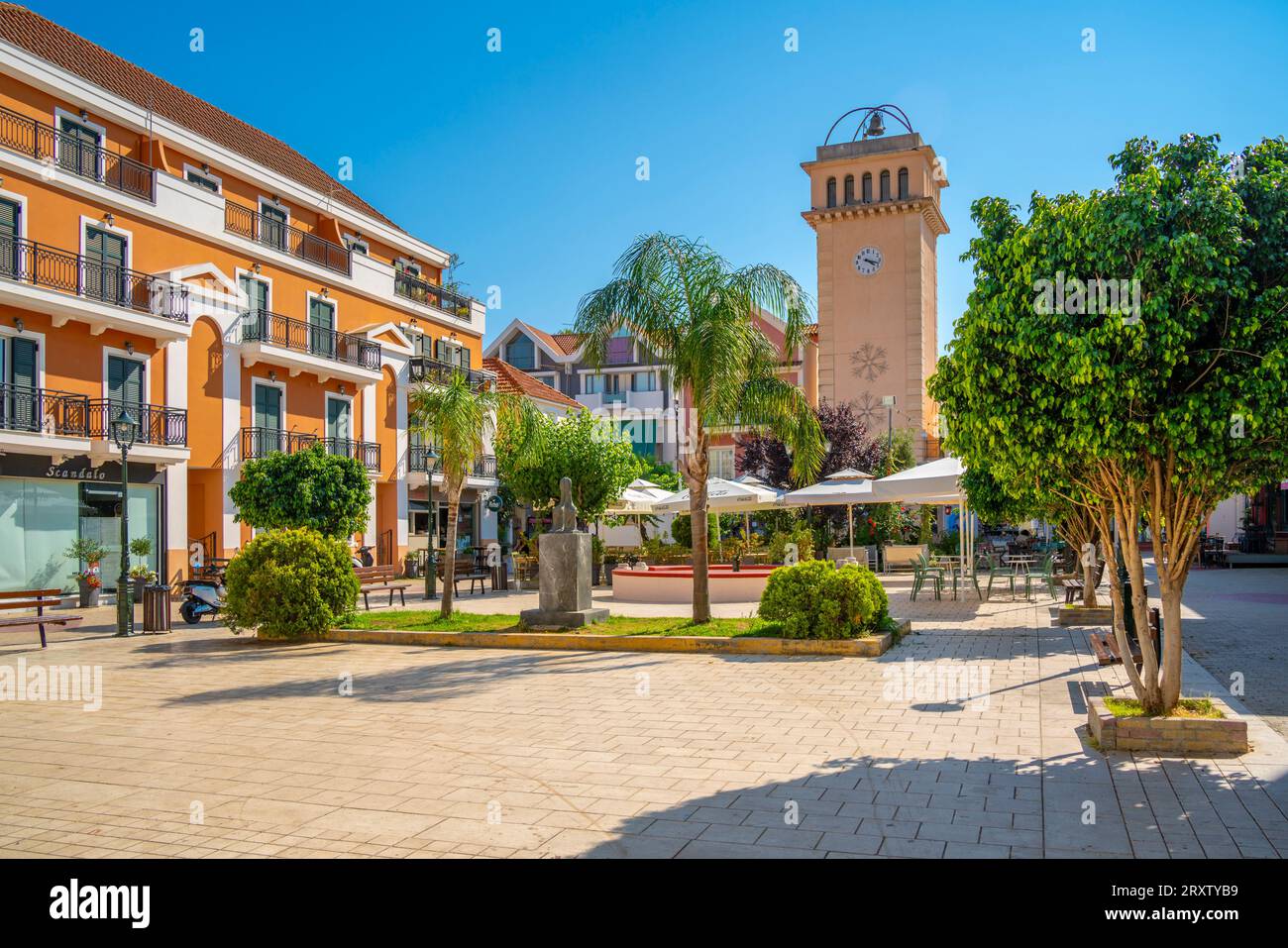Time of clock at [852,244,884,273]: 4:17
